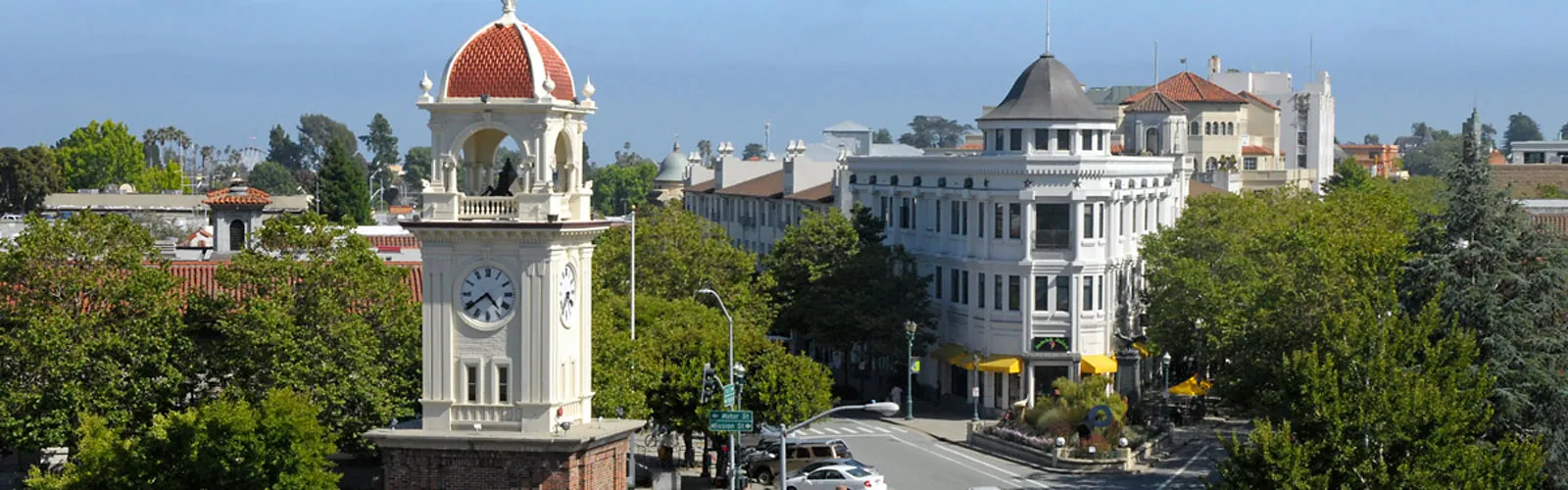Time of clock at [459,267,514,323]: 4:39
